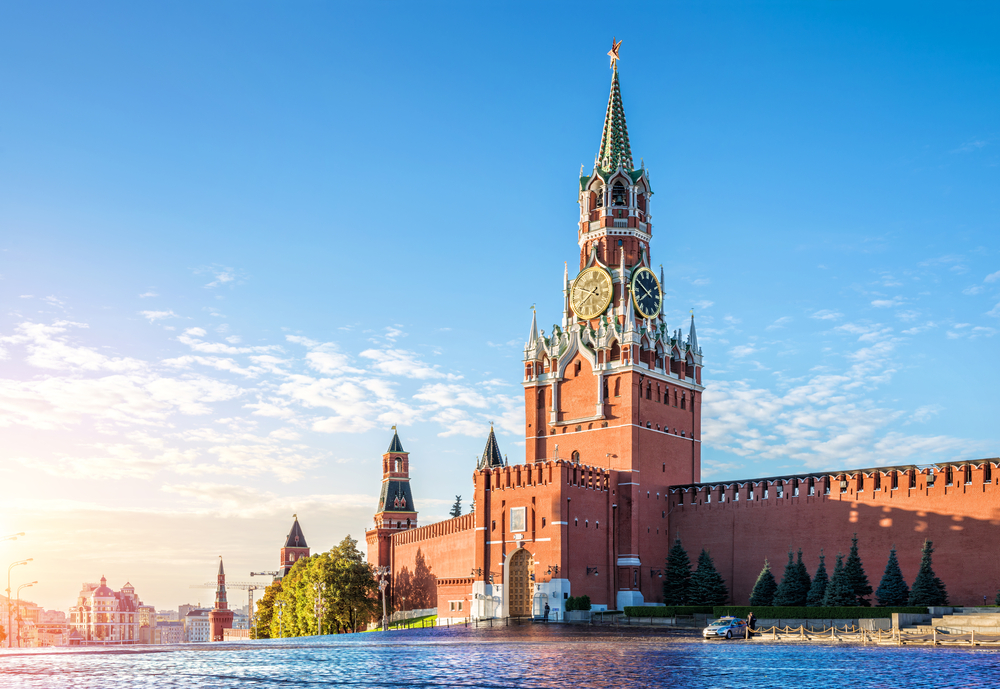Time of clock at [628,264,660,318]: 7:49
